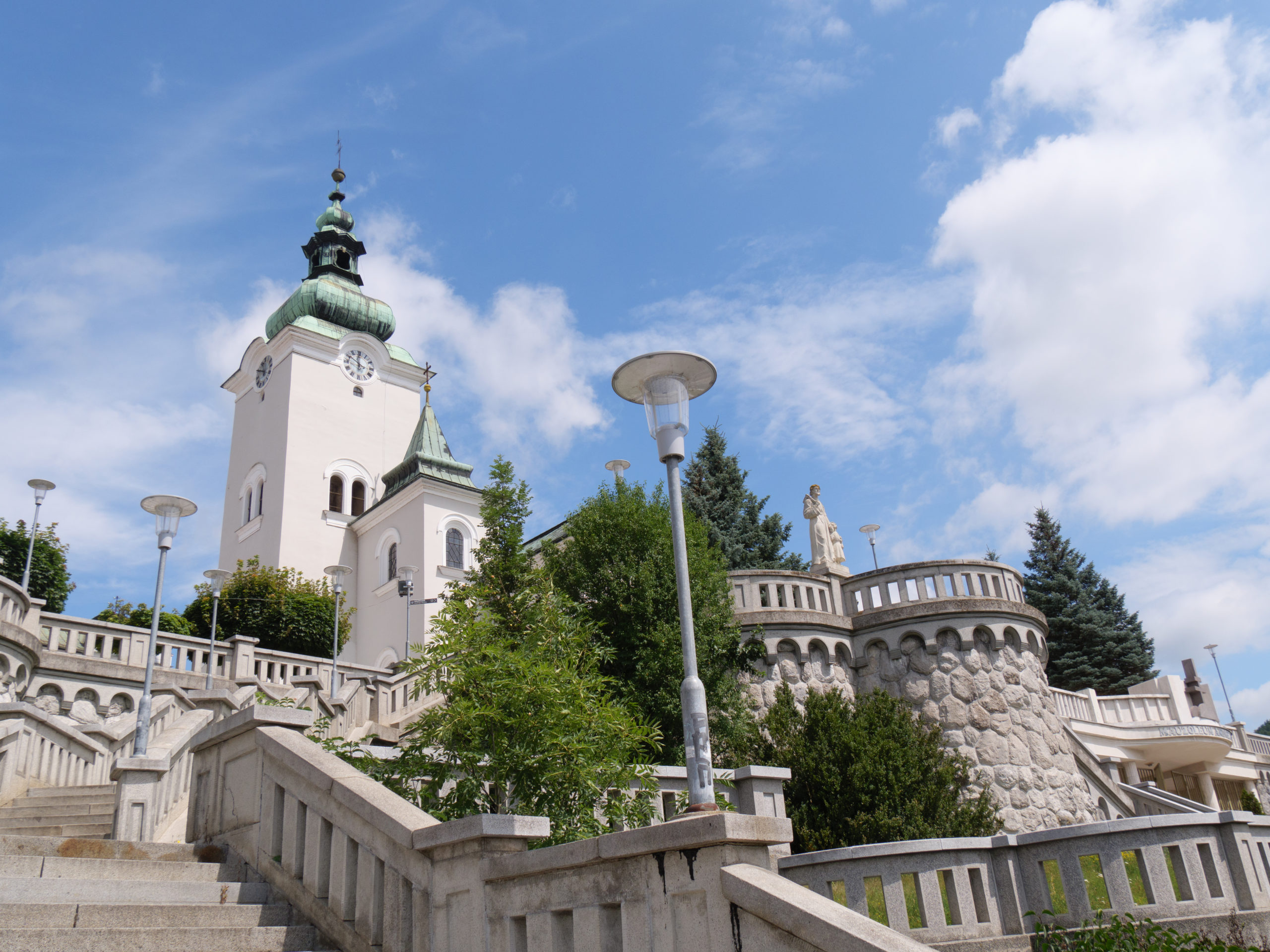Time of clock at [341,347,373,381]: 11:50
